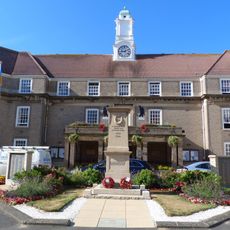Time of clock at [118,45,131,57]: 9:11
